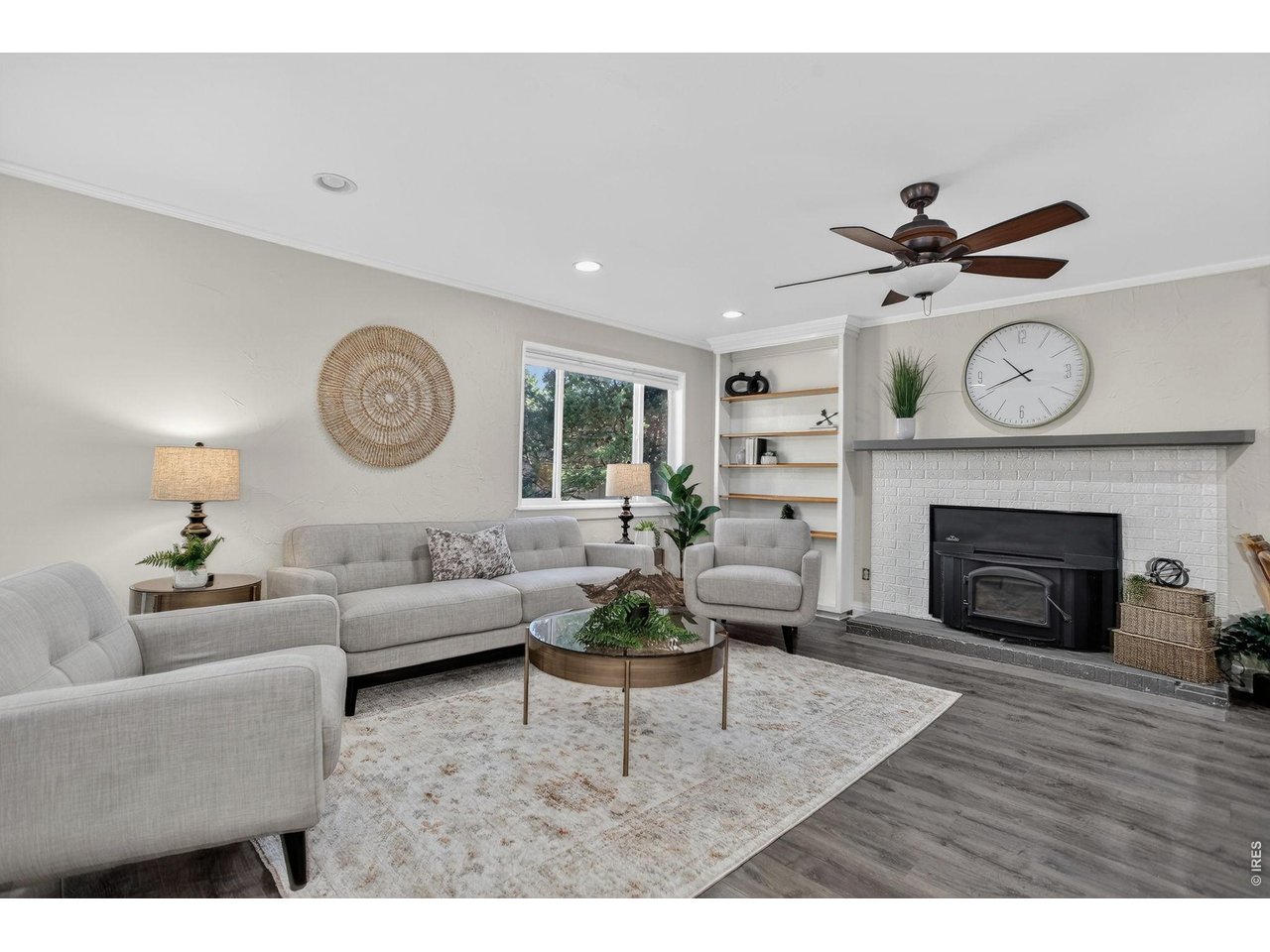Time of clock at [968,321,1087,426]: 10:41
